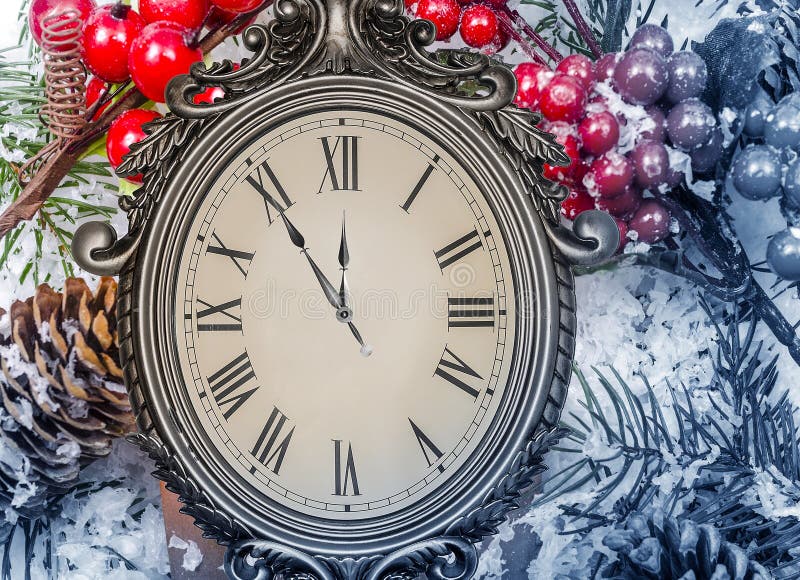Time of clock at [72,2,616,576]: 11:54
